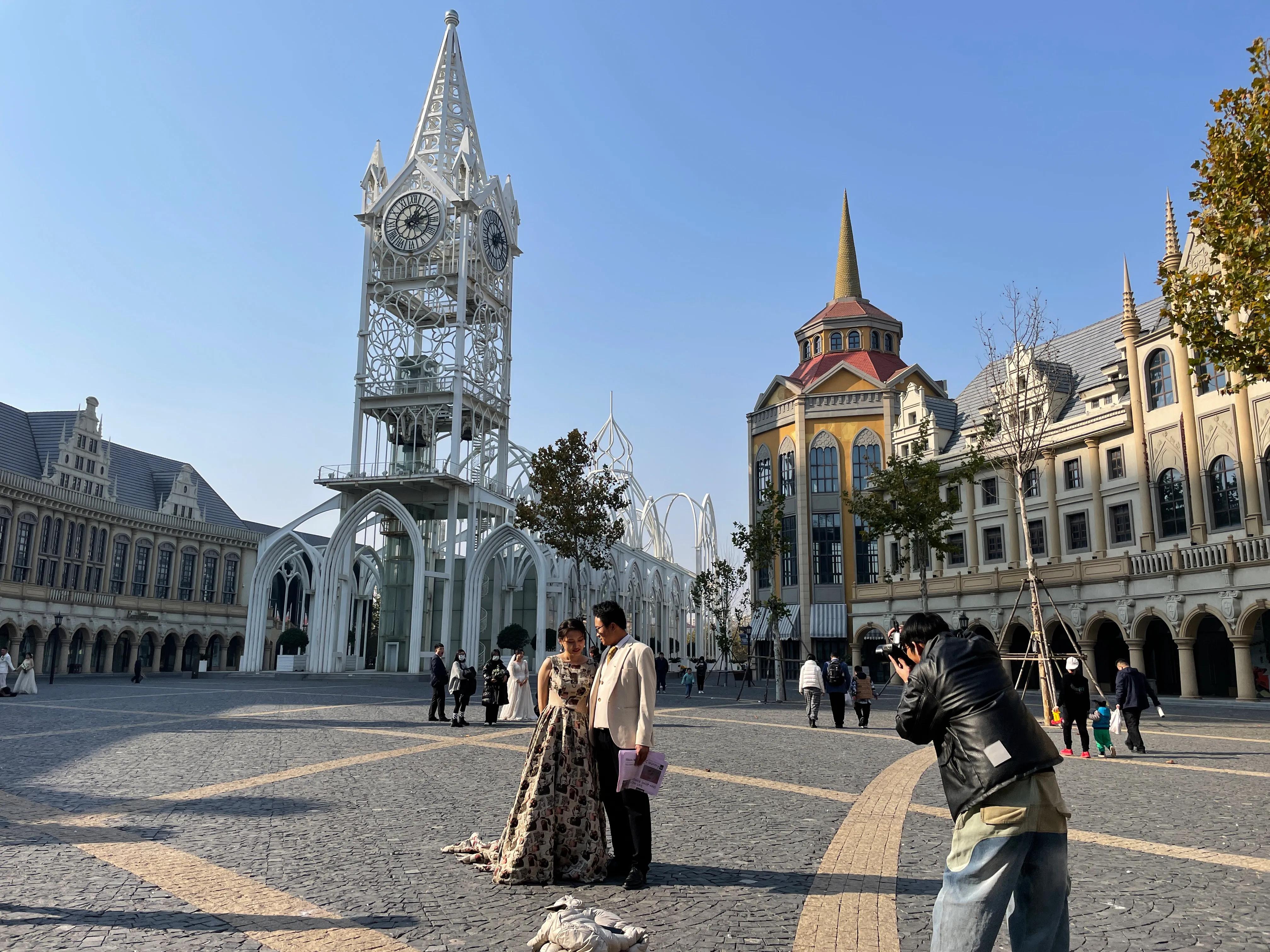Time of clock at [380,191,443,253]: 1:12
